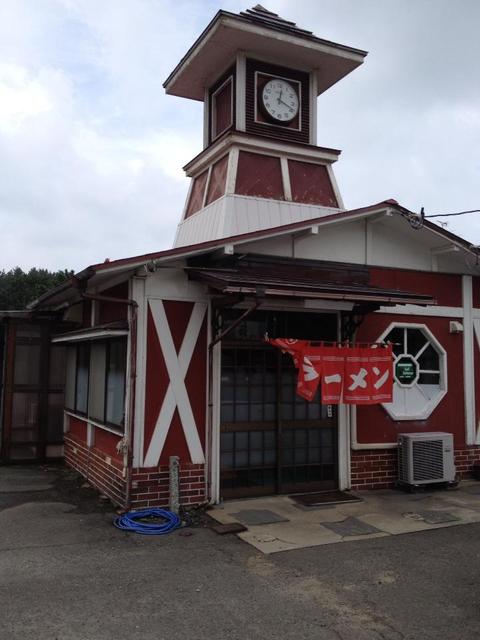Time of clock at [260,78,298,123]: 12:18
